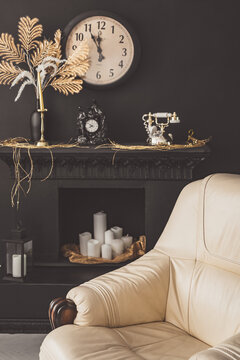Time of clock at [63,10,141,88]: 11:55
